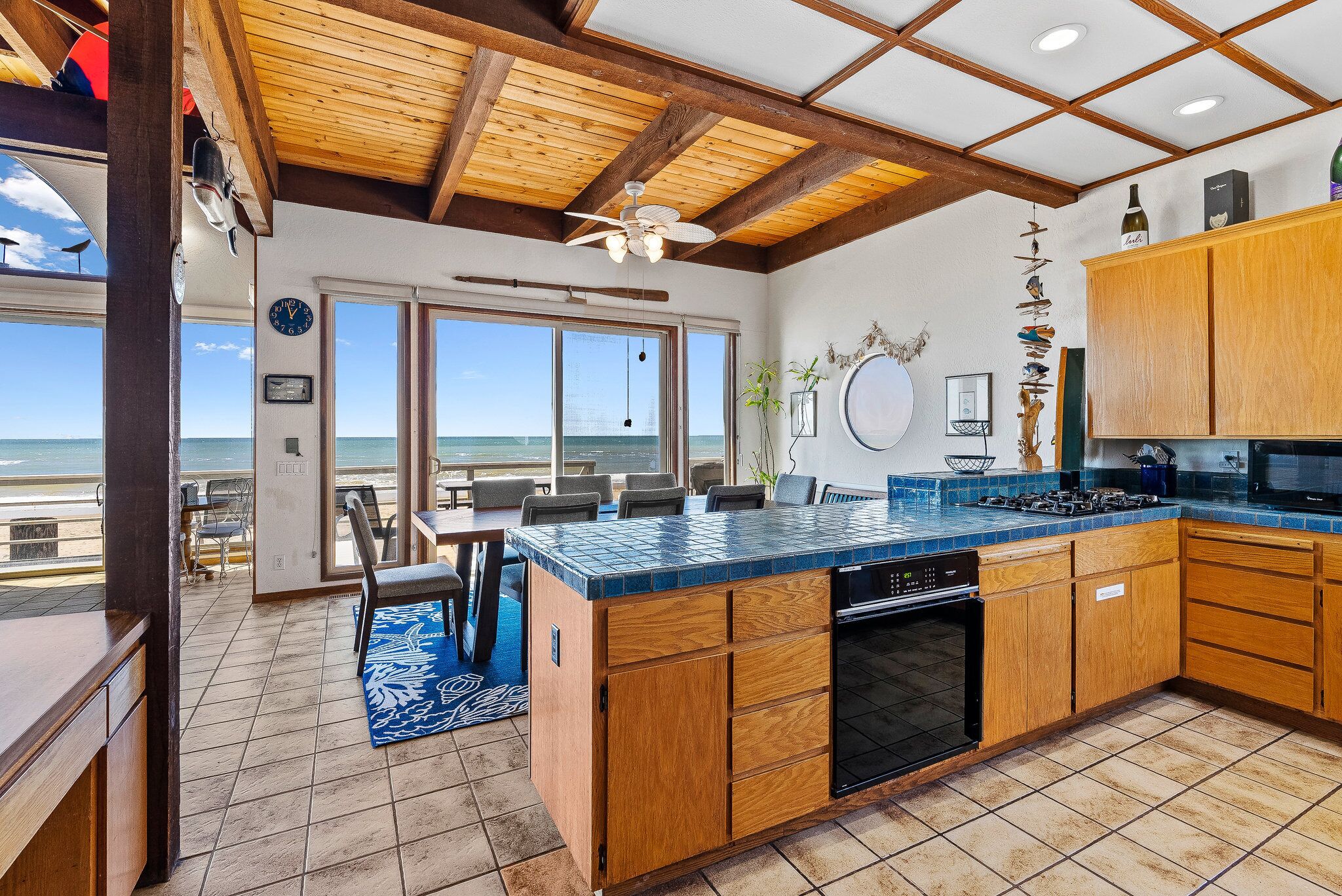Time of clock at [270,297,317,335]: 12:57
